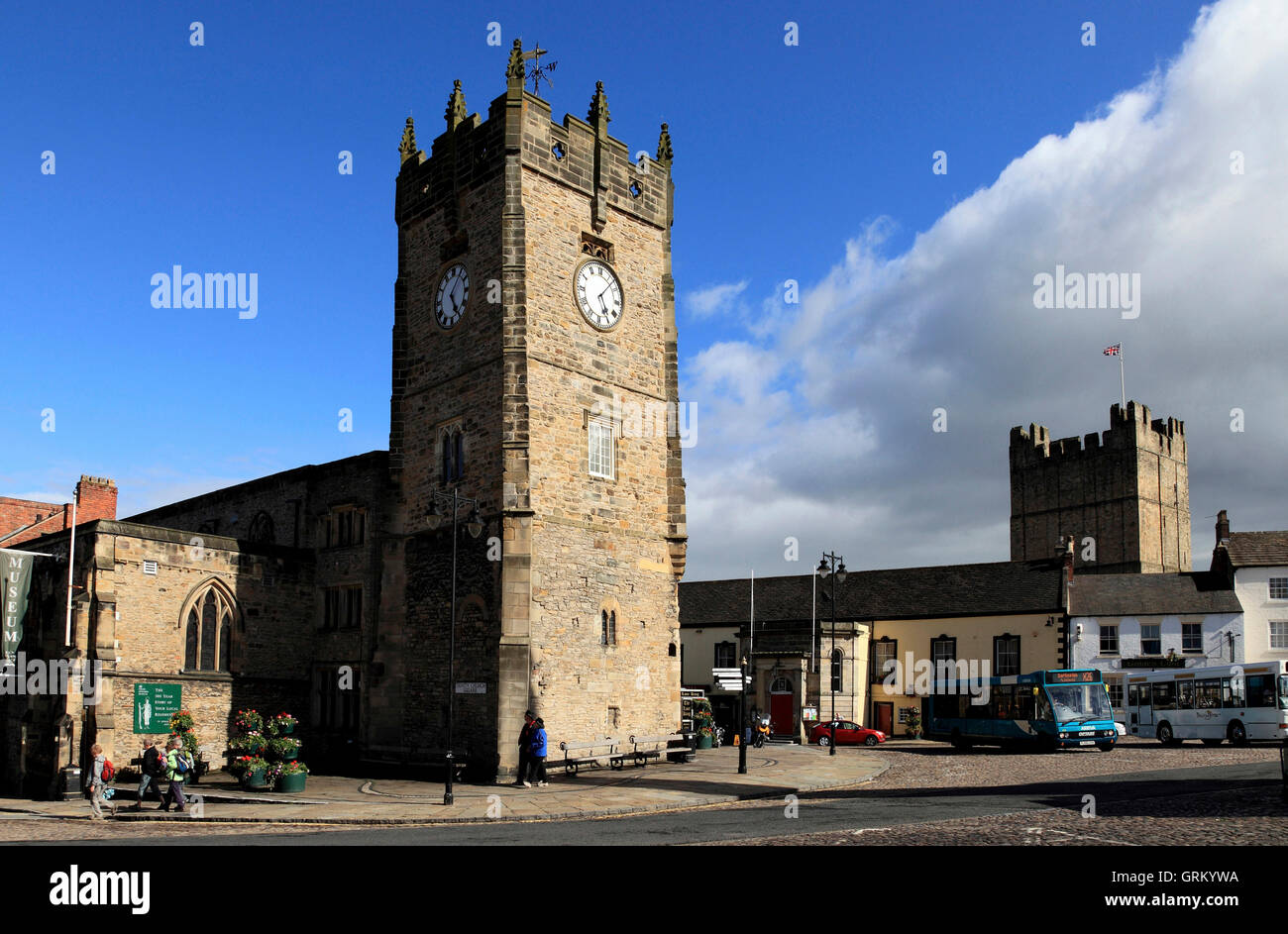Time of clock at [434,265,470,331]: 5:06
